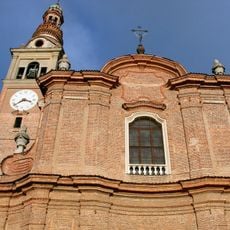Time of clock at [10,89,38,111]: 3:39
